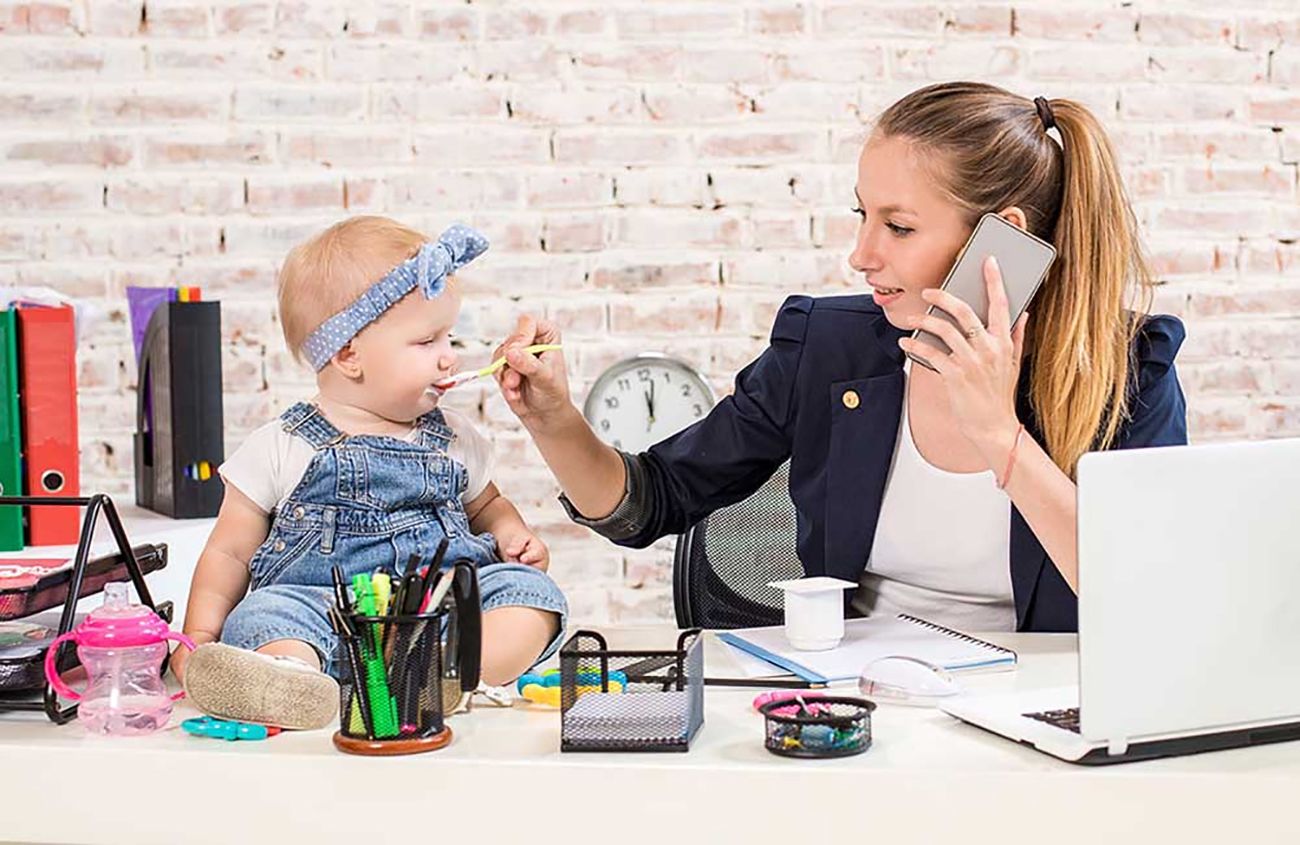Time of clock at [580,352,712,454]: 12:02
